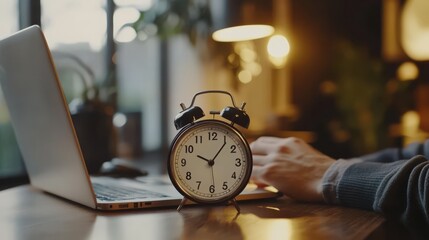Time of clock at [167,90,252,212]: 10:06
